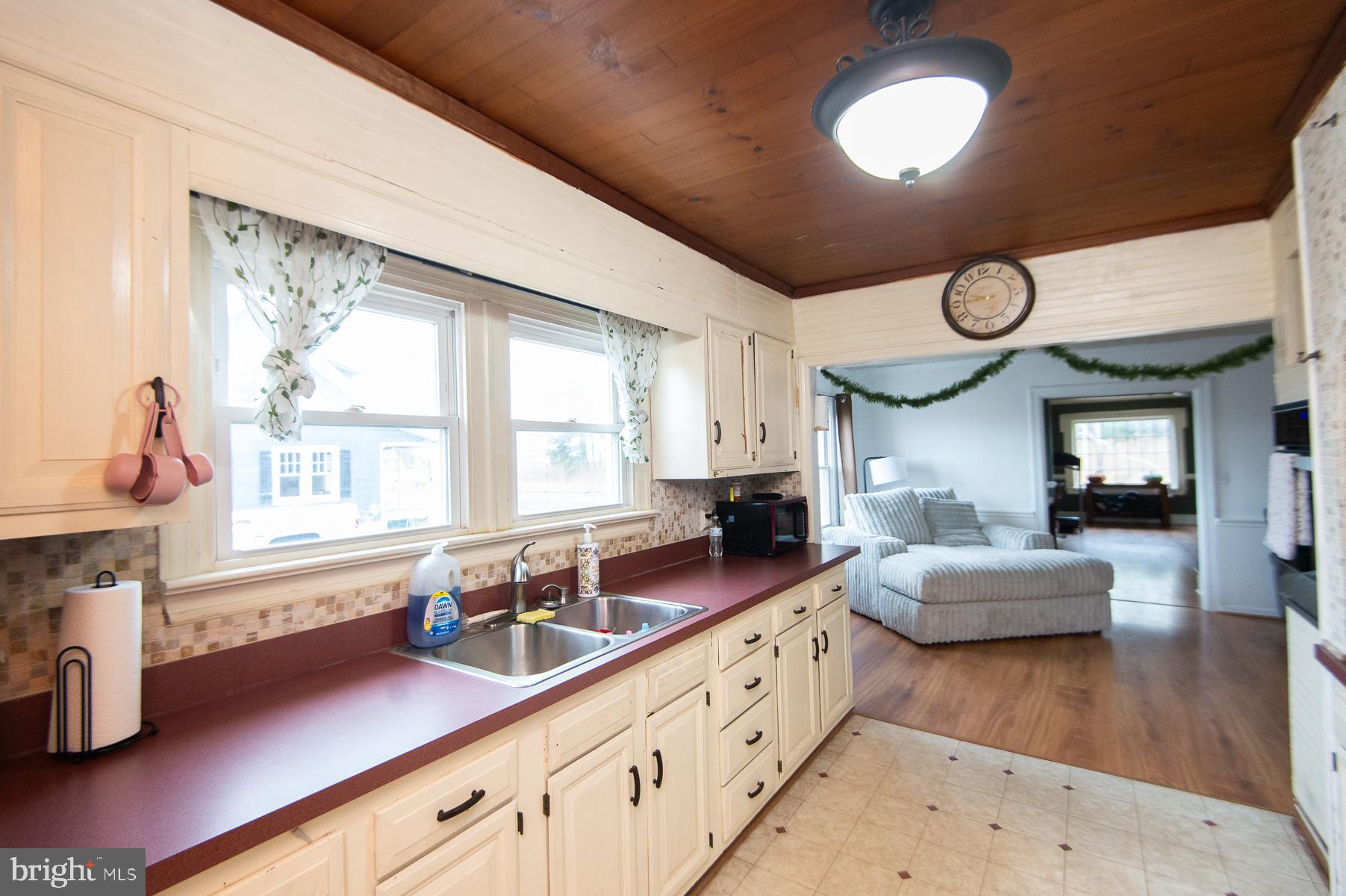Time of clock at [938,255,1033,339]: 9:45
